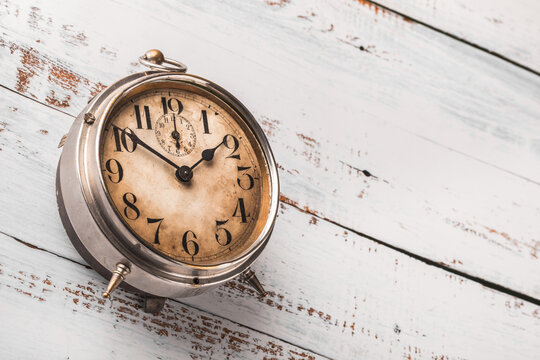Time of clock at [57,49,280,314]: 1:50
